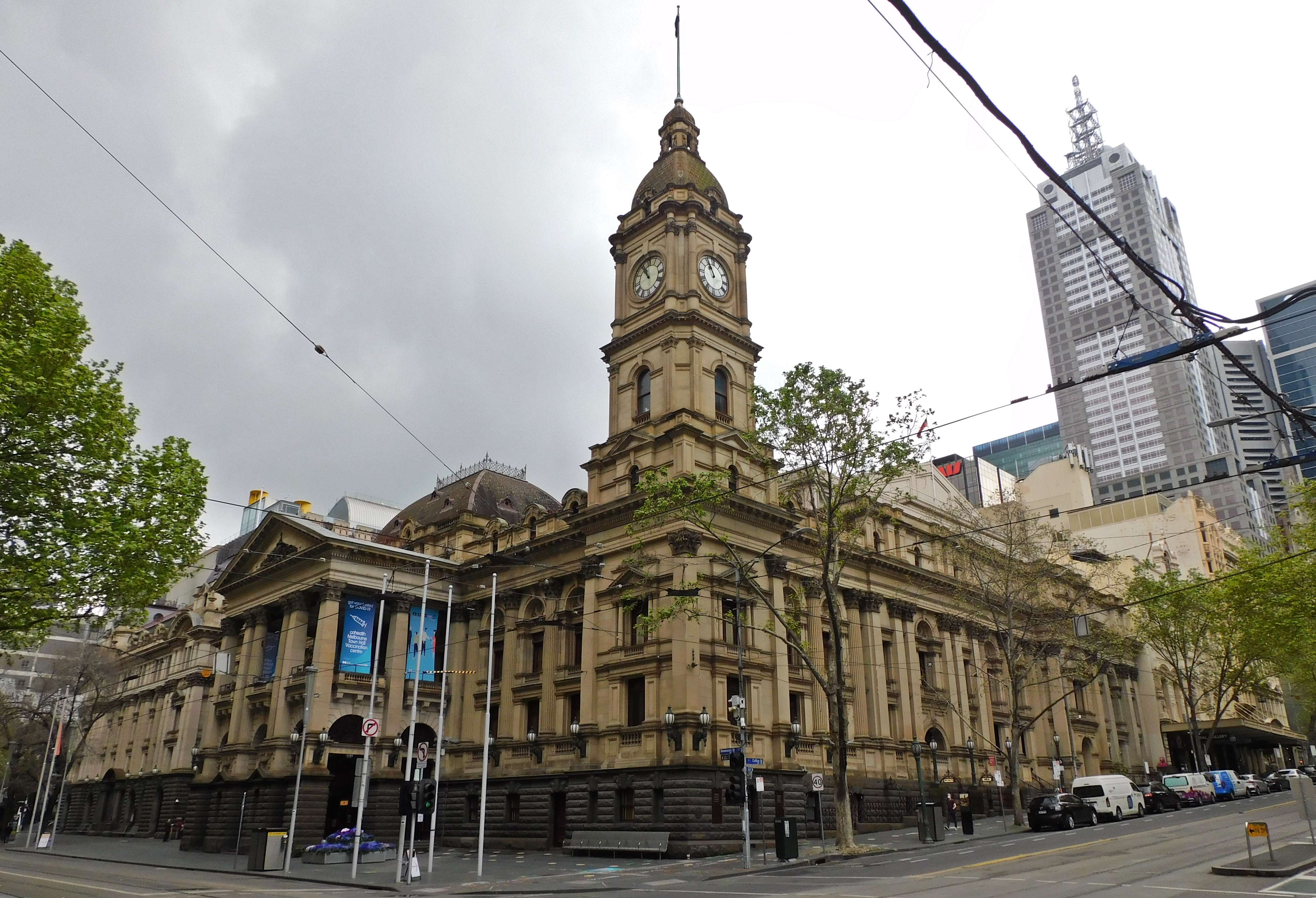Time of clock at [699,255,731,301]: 10:55
